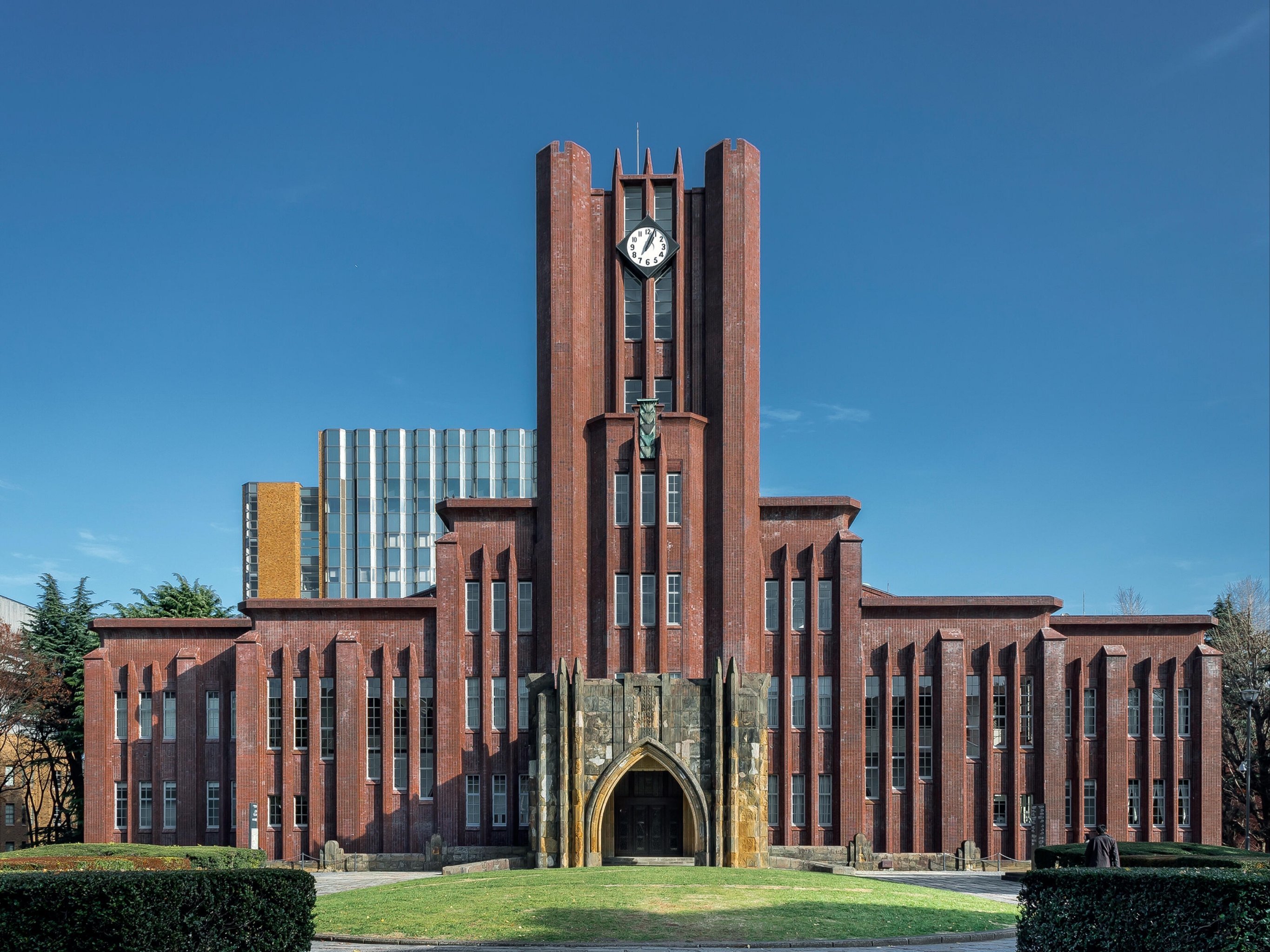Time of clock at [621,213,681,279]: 1:04
